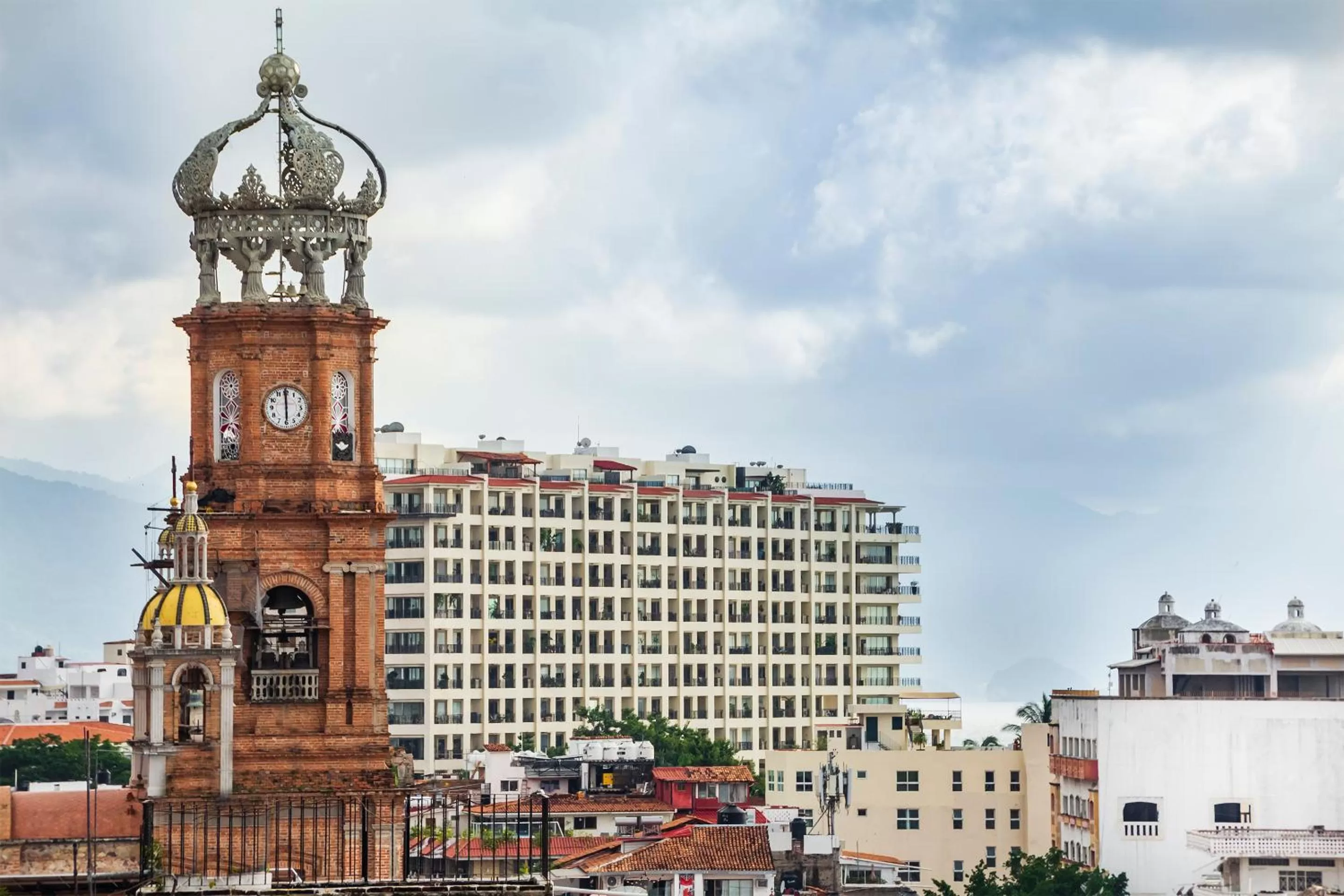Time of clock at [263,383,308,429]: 5:59
